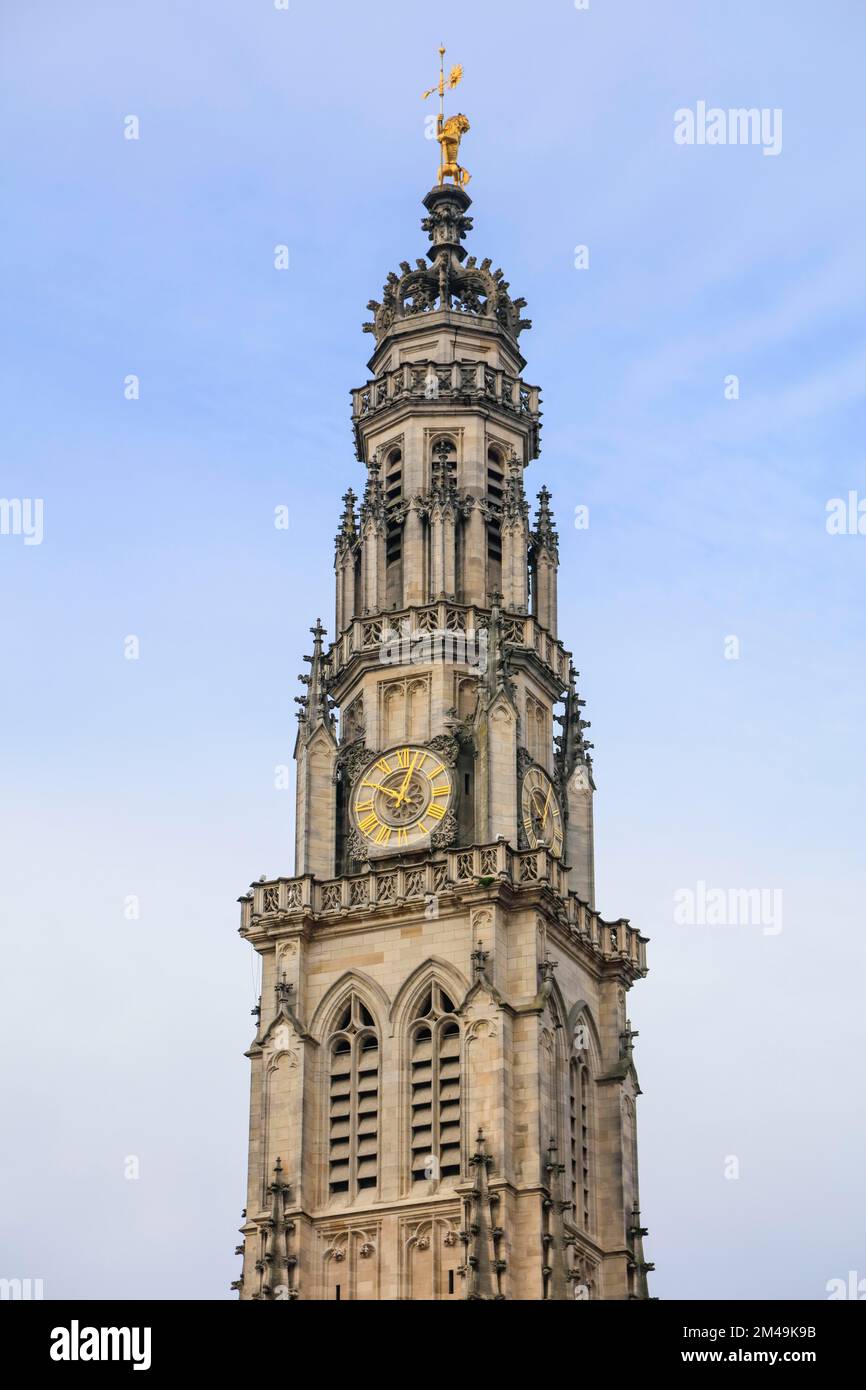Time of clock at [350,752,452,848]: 10:02
